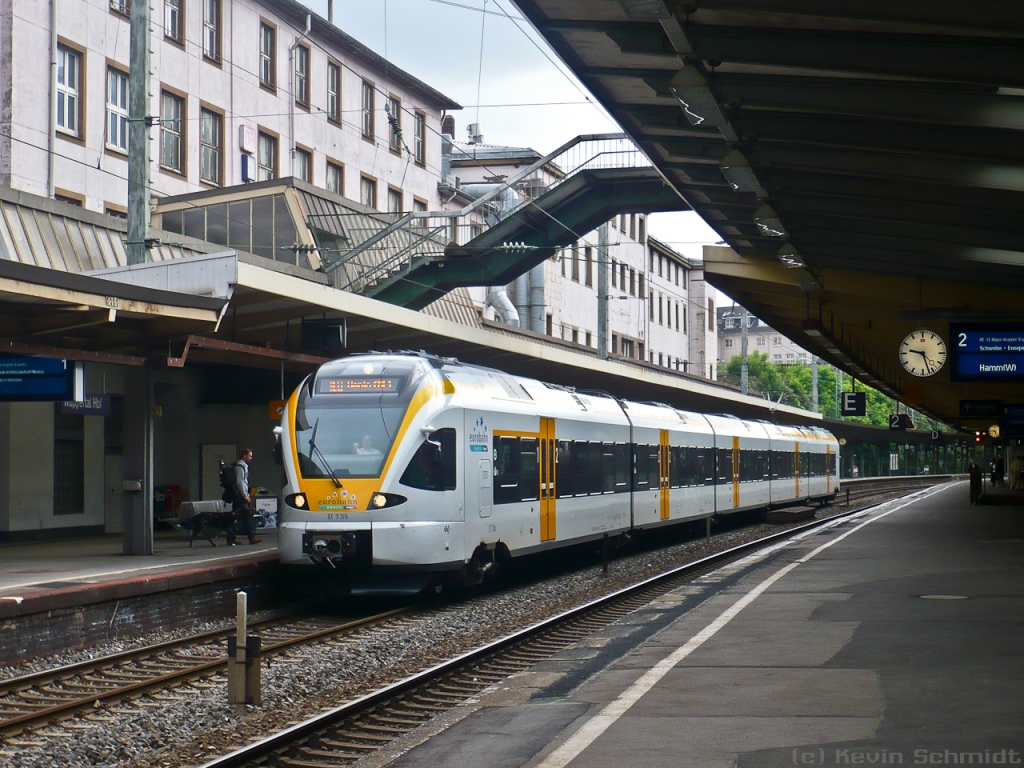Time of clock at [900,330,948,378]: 9:26
